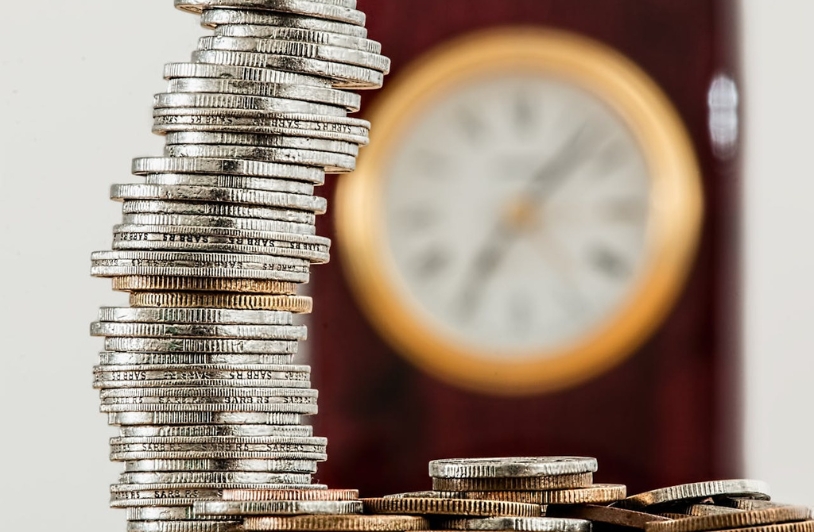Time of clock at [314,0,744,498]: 7:07
